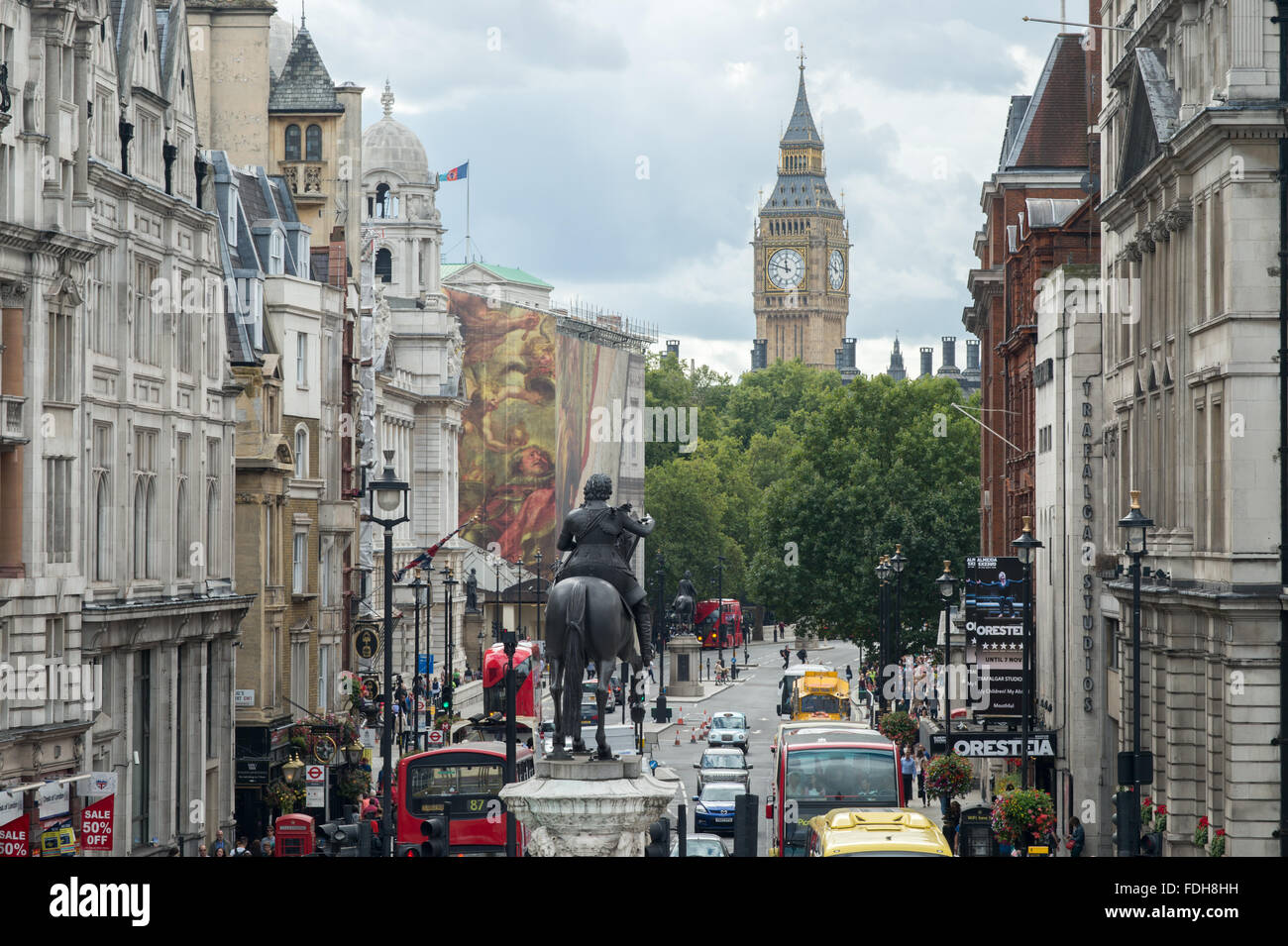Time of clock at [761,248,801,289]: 11:47
